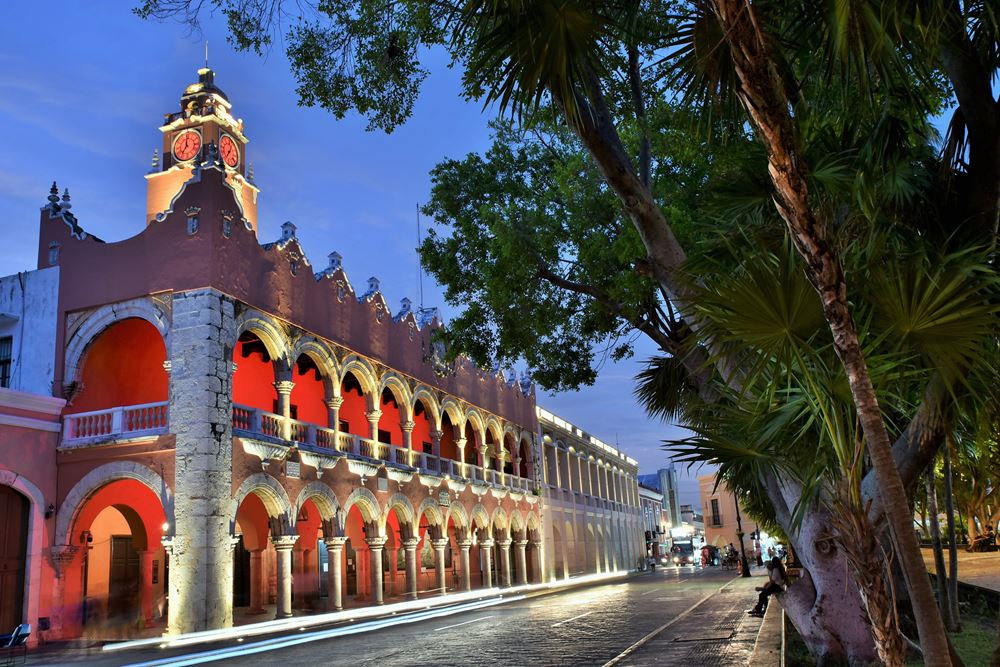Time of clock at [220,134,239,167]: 7:03
